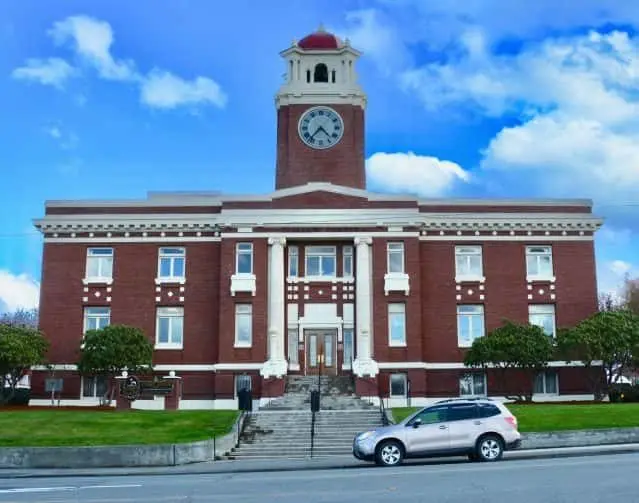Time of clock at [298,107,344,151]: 4:37
